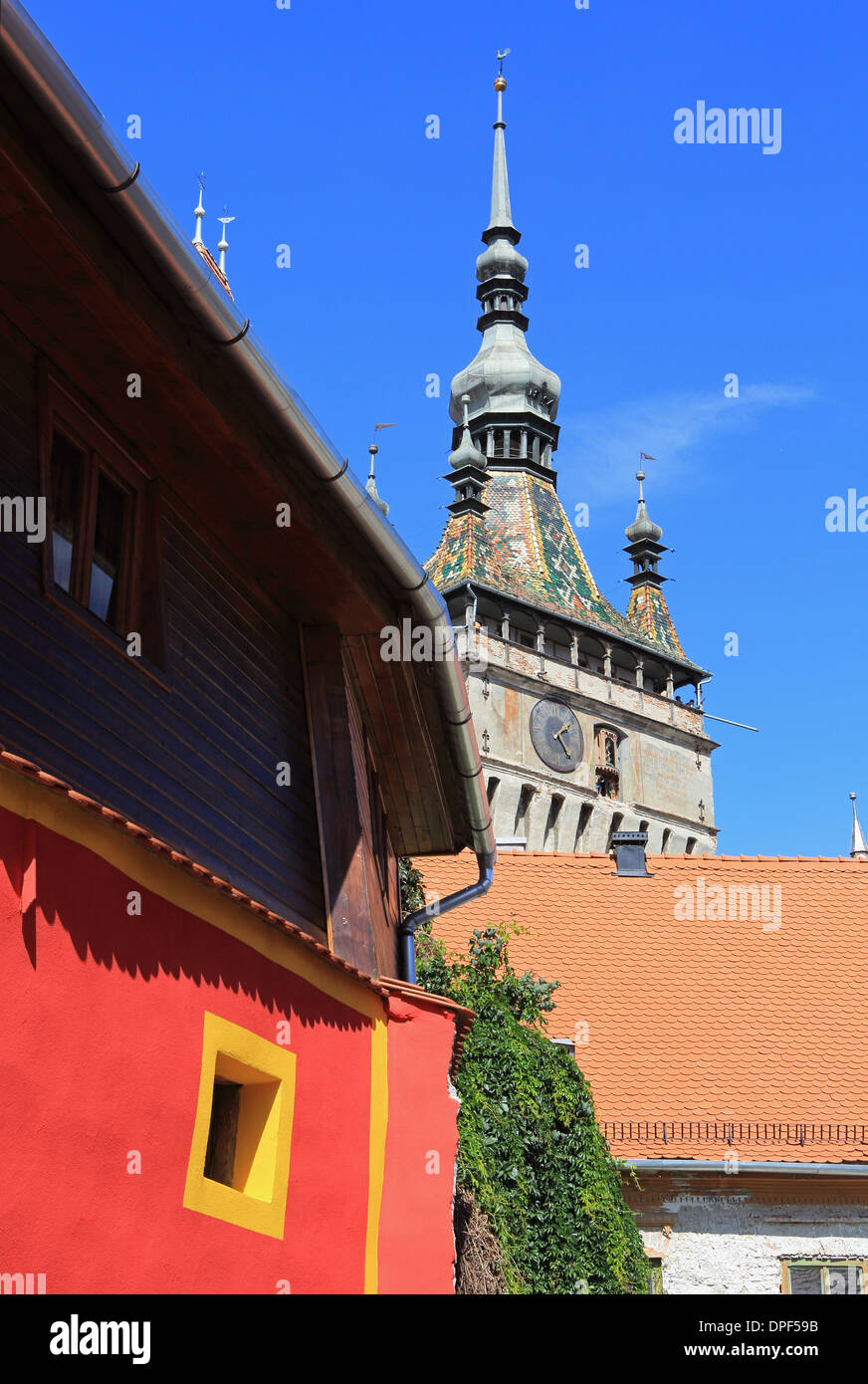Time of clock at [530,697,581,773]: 1:23
